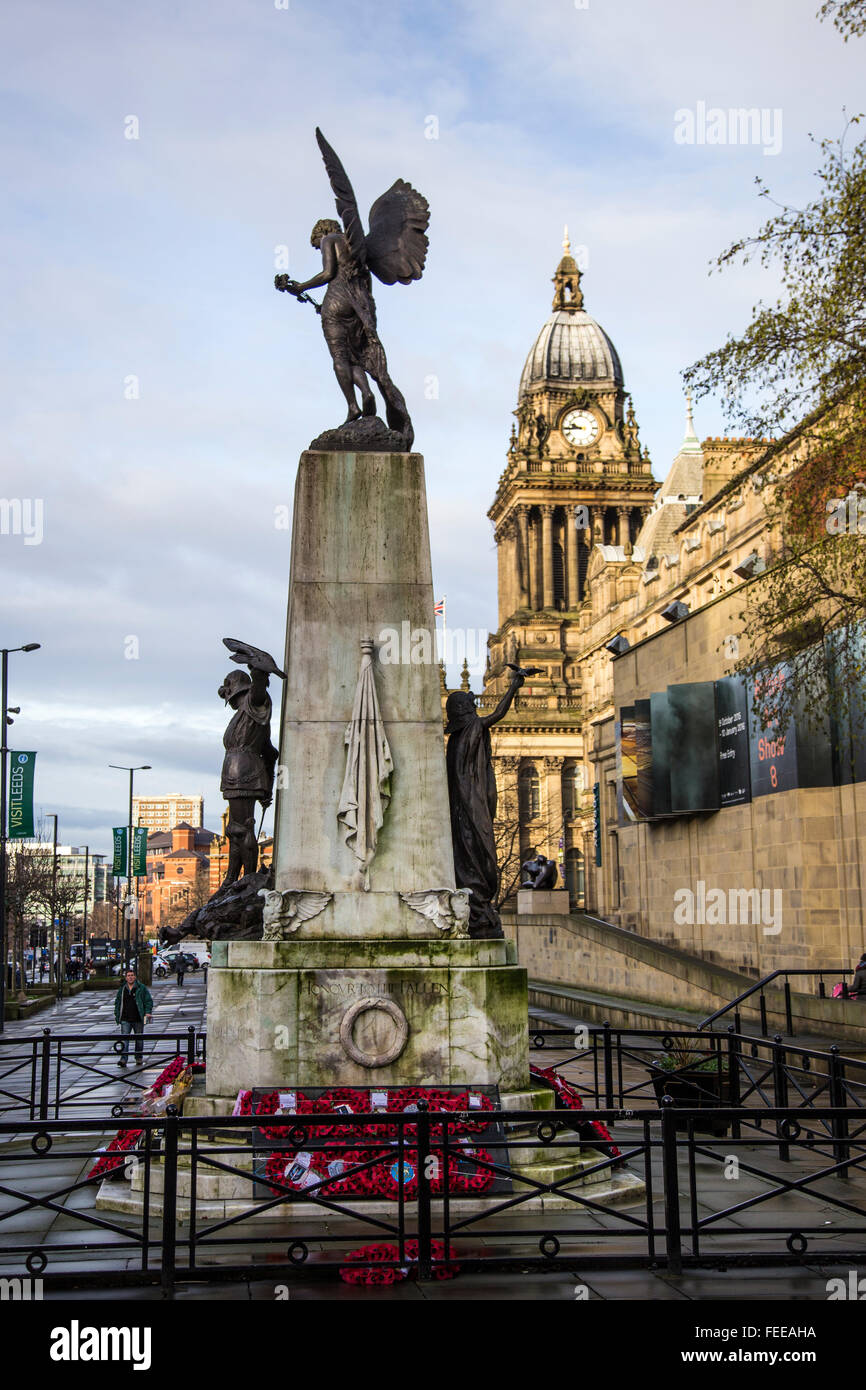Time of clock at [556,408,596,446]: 9:43
